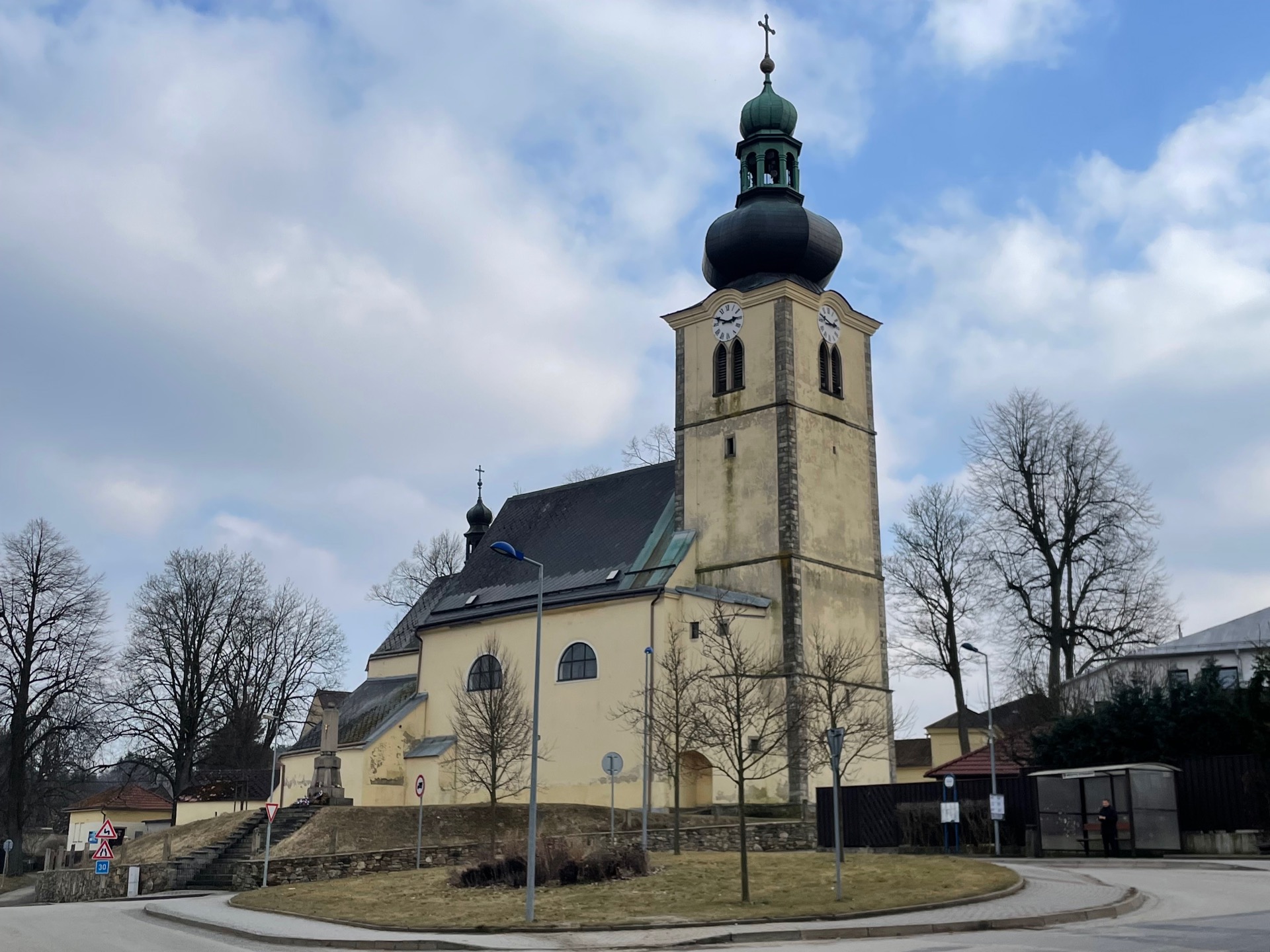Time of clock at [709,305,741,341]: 2:48
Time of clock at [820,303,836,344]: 2:49
